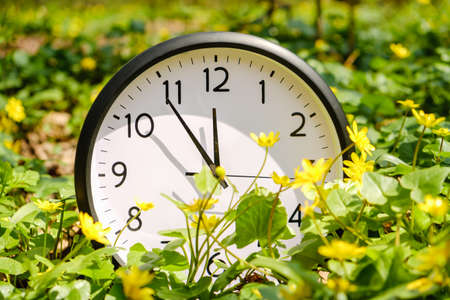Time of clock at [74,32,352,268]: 11:53
